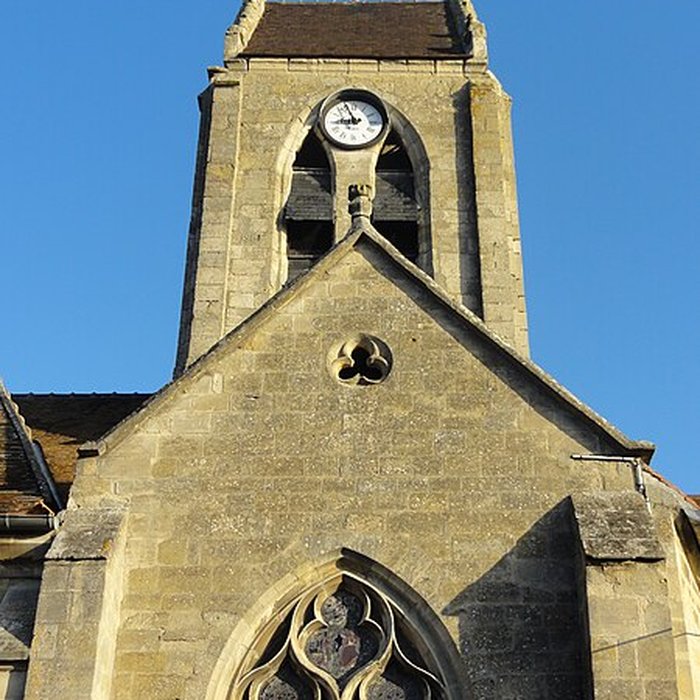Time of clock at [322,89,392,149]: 8:56
